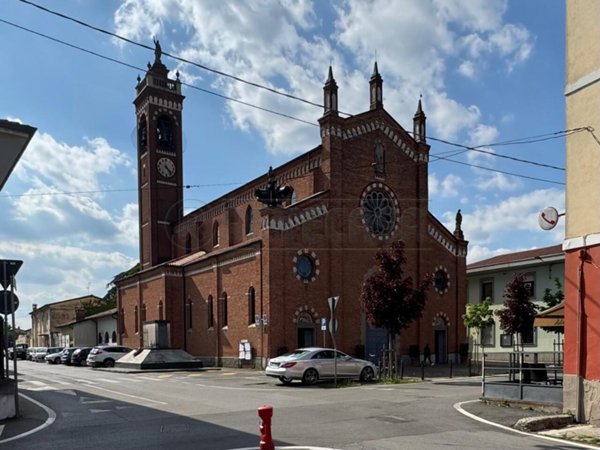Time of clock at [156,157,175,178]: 4:23
